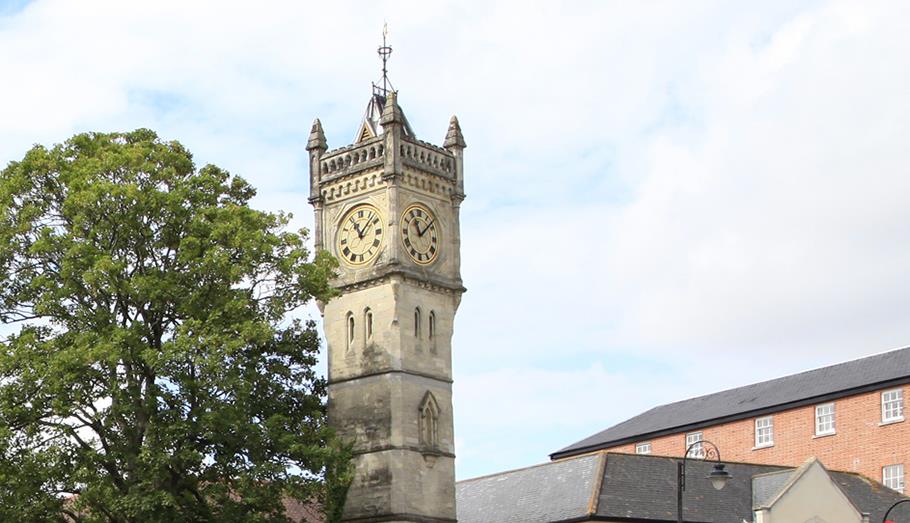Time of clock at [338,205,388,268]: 11:07
